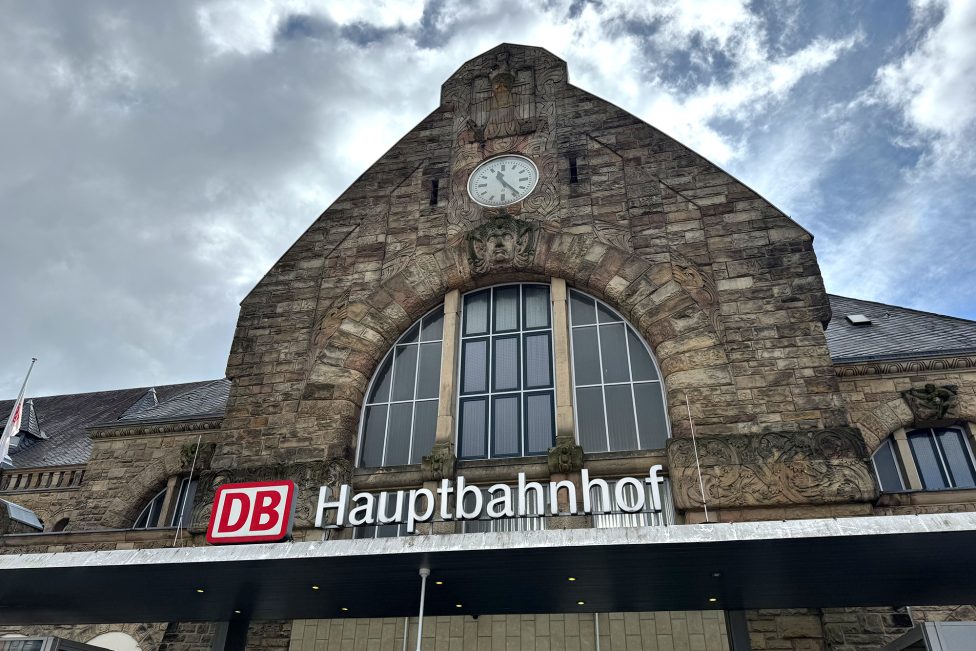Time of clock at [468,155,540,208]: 11:23
